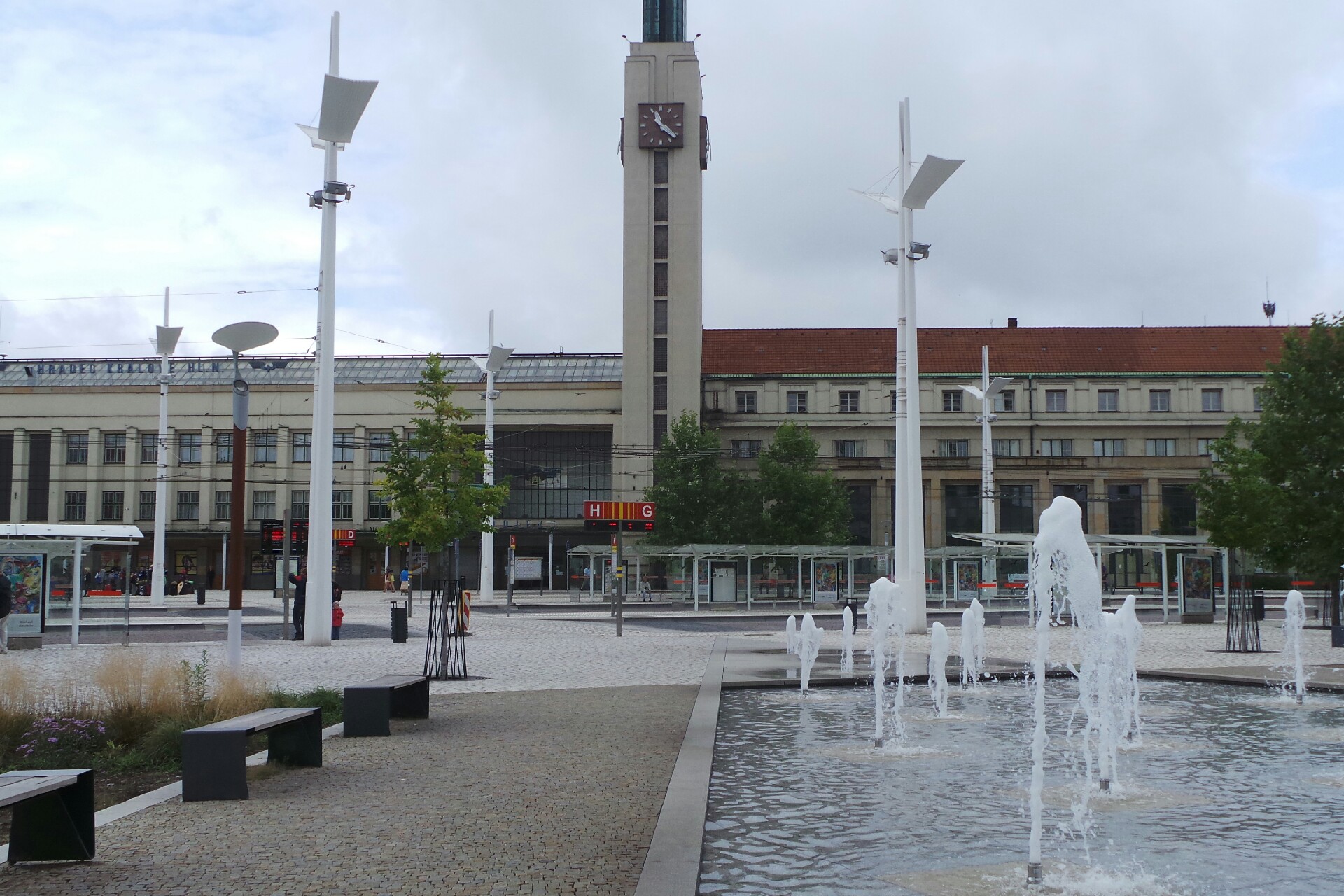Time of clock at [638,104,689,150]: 11:21
